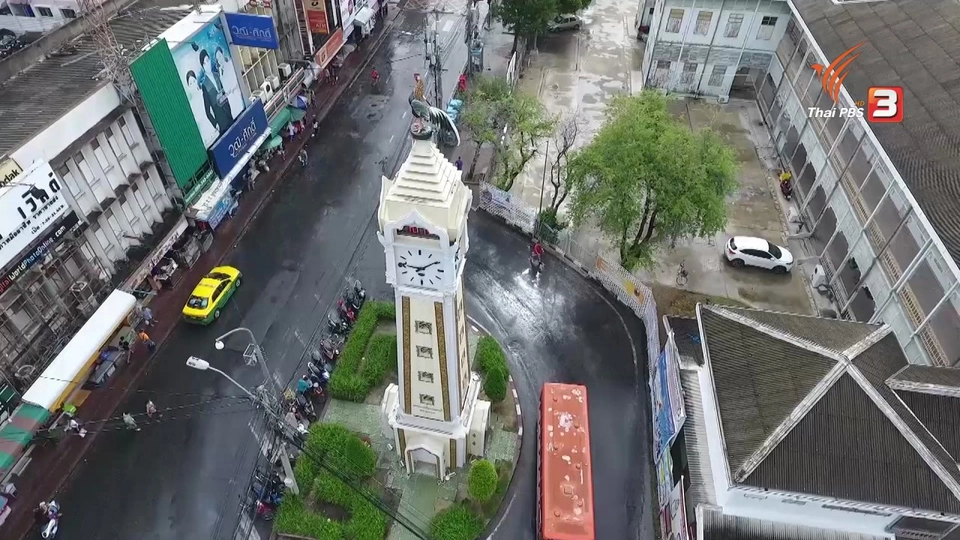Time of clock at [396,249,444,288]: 9:09
